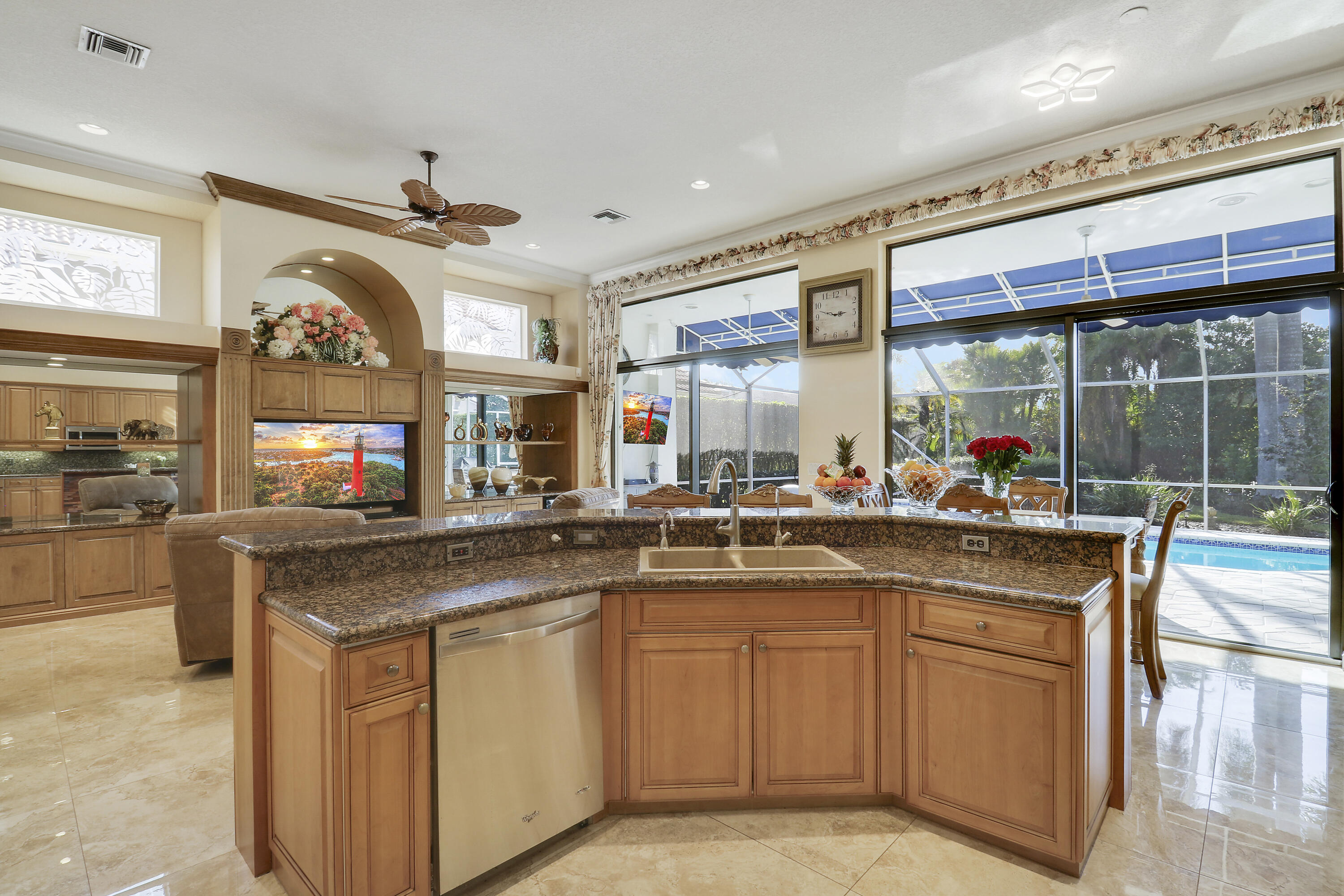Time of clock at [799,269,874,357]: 2:47
